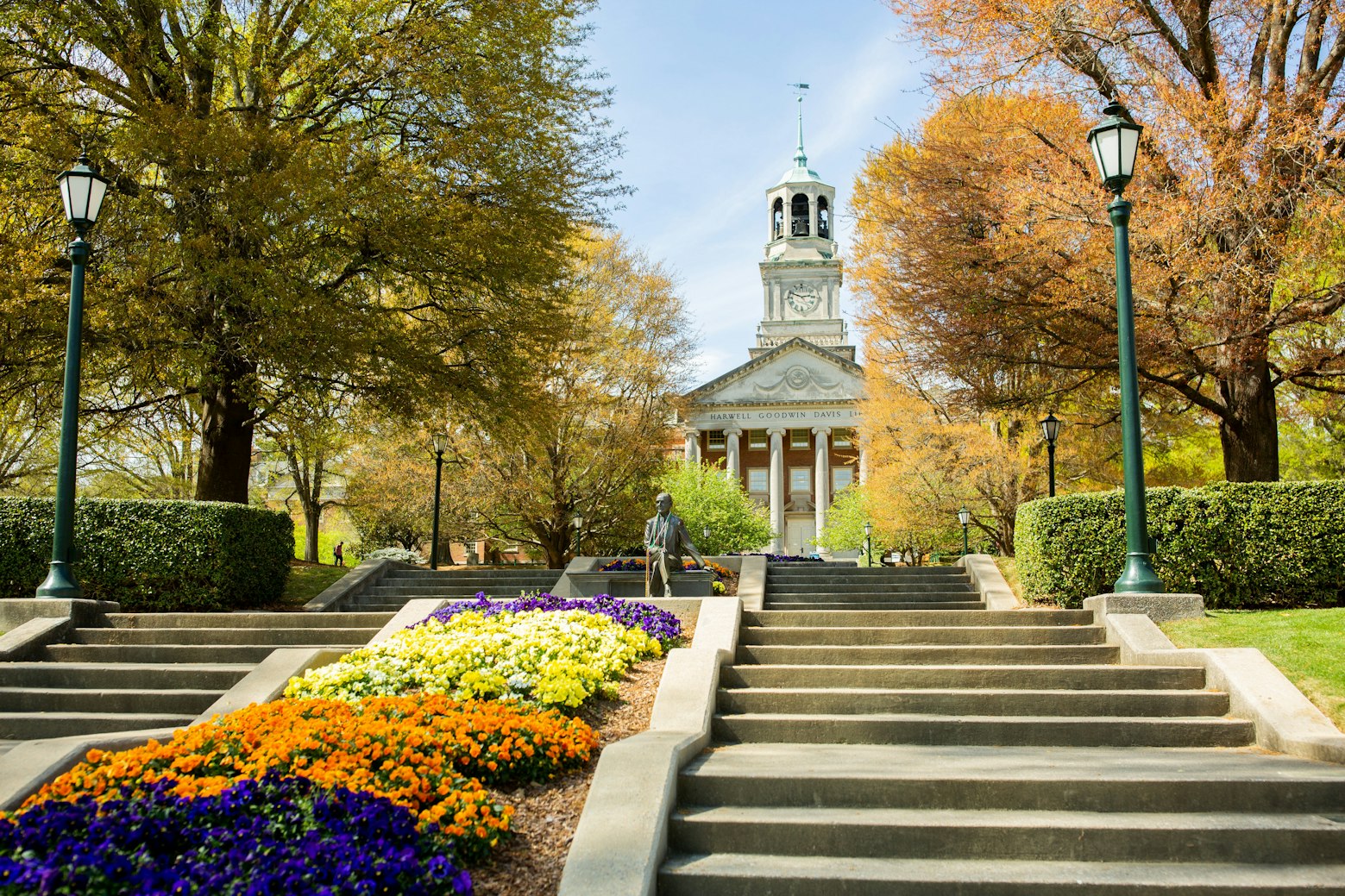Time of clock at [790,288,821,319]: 2:48
